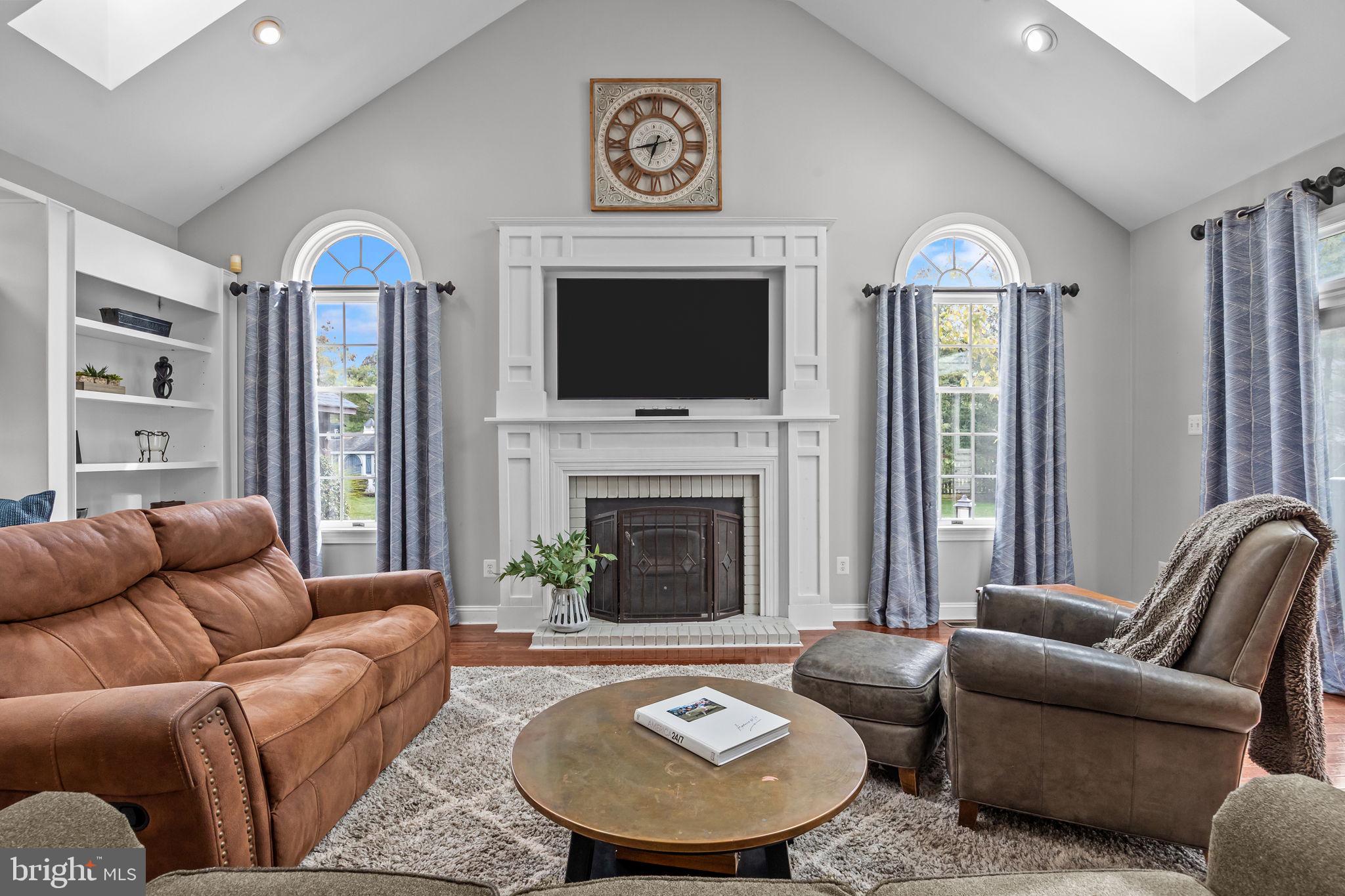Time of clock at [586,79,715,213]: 6:42
